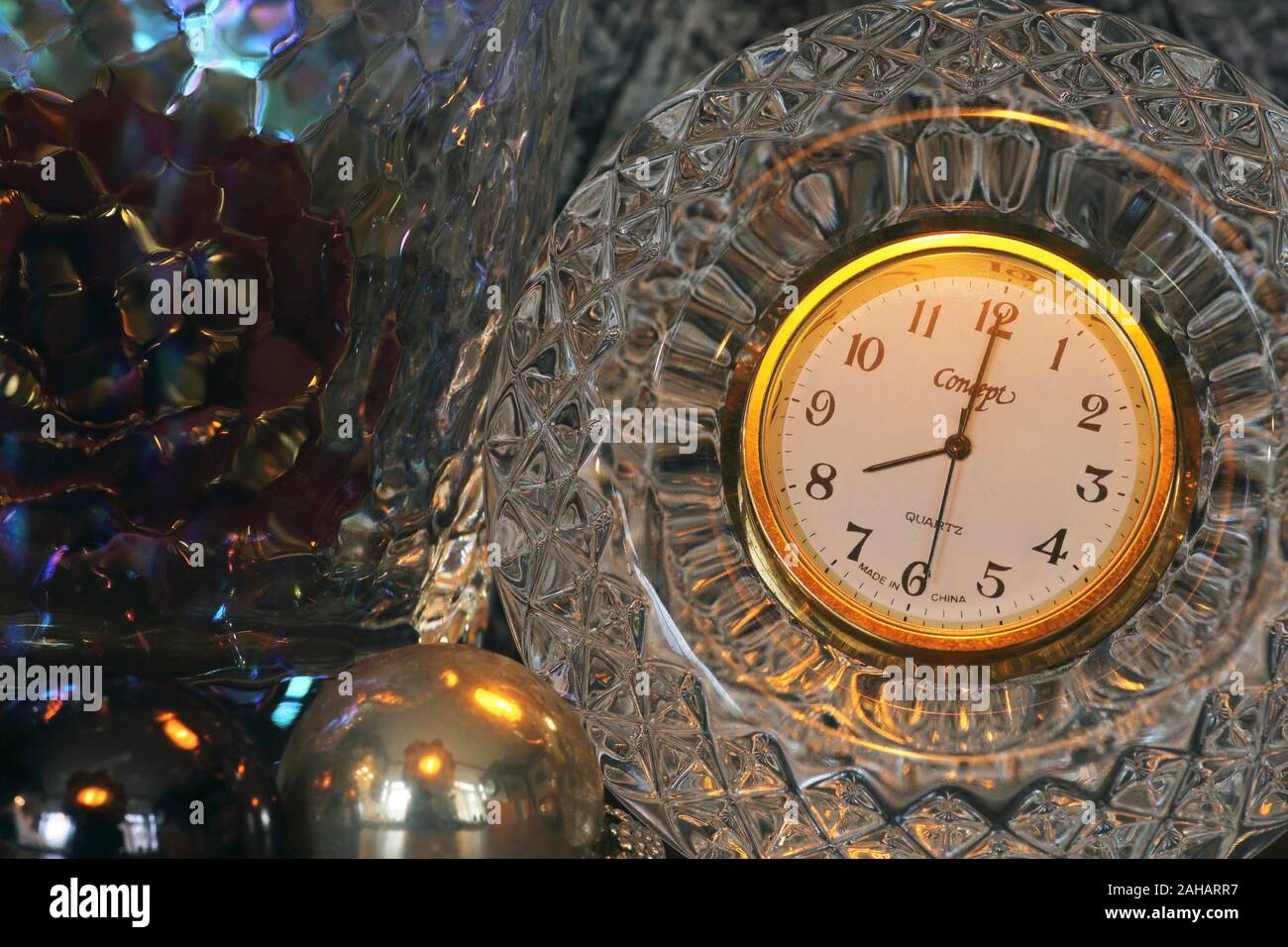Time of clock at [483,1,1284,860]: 8:01
